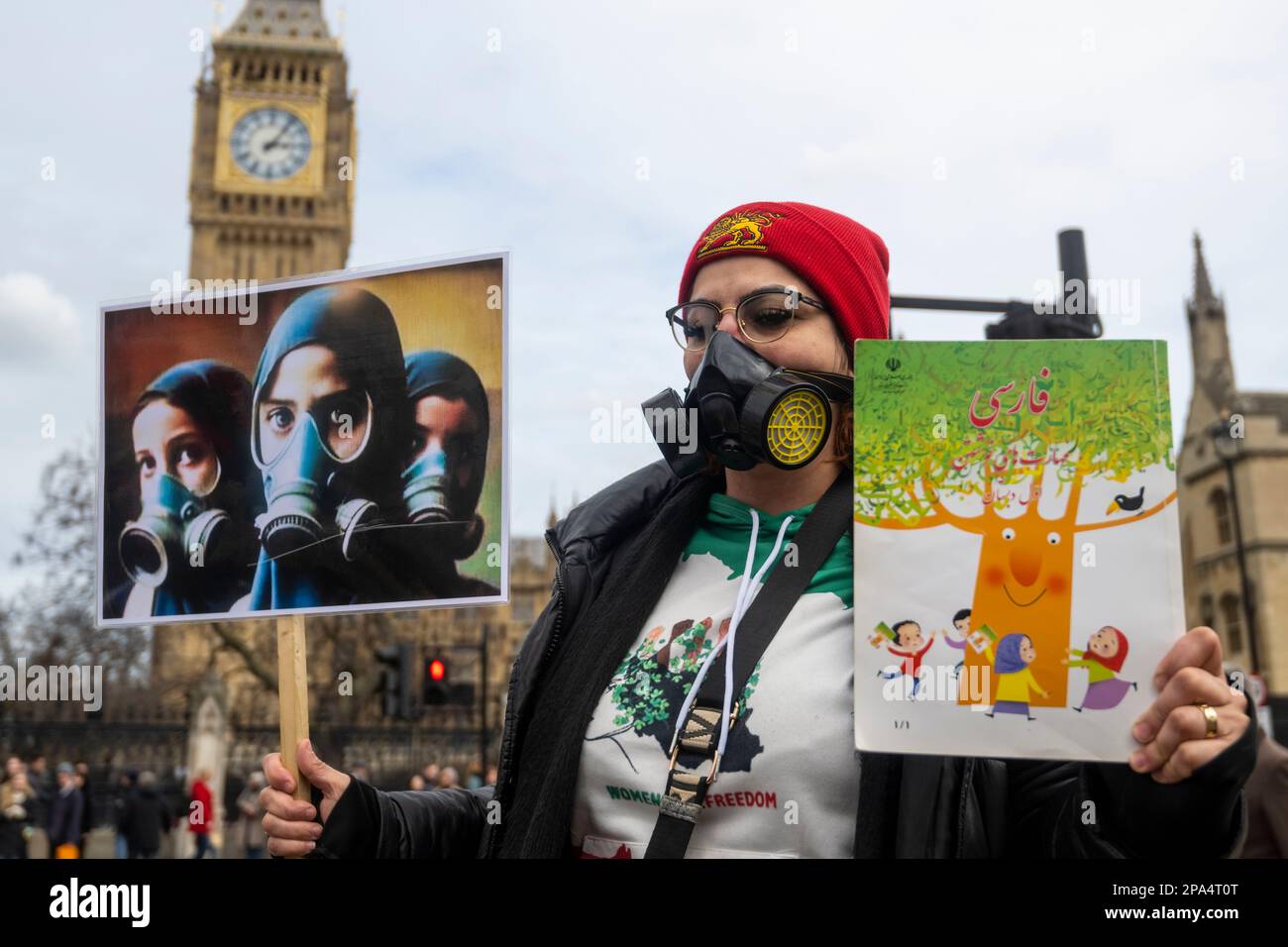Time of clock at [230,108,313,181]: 3:06
